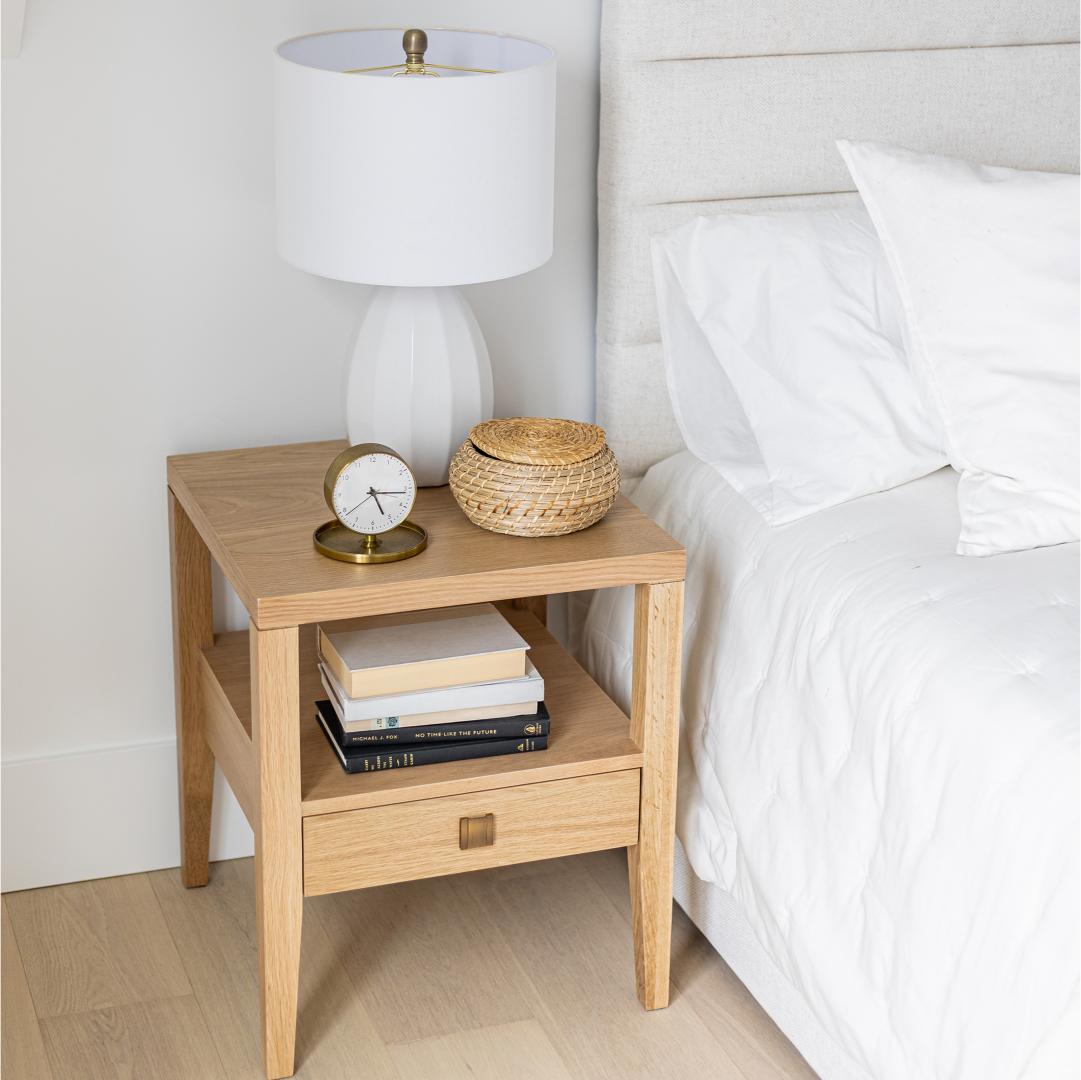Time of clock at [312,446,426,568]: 5:16
